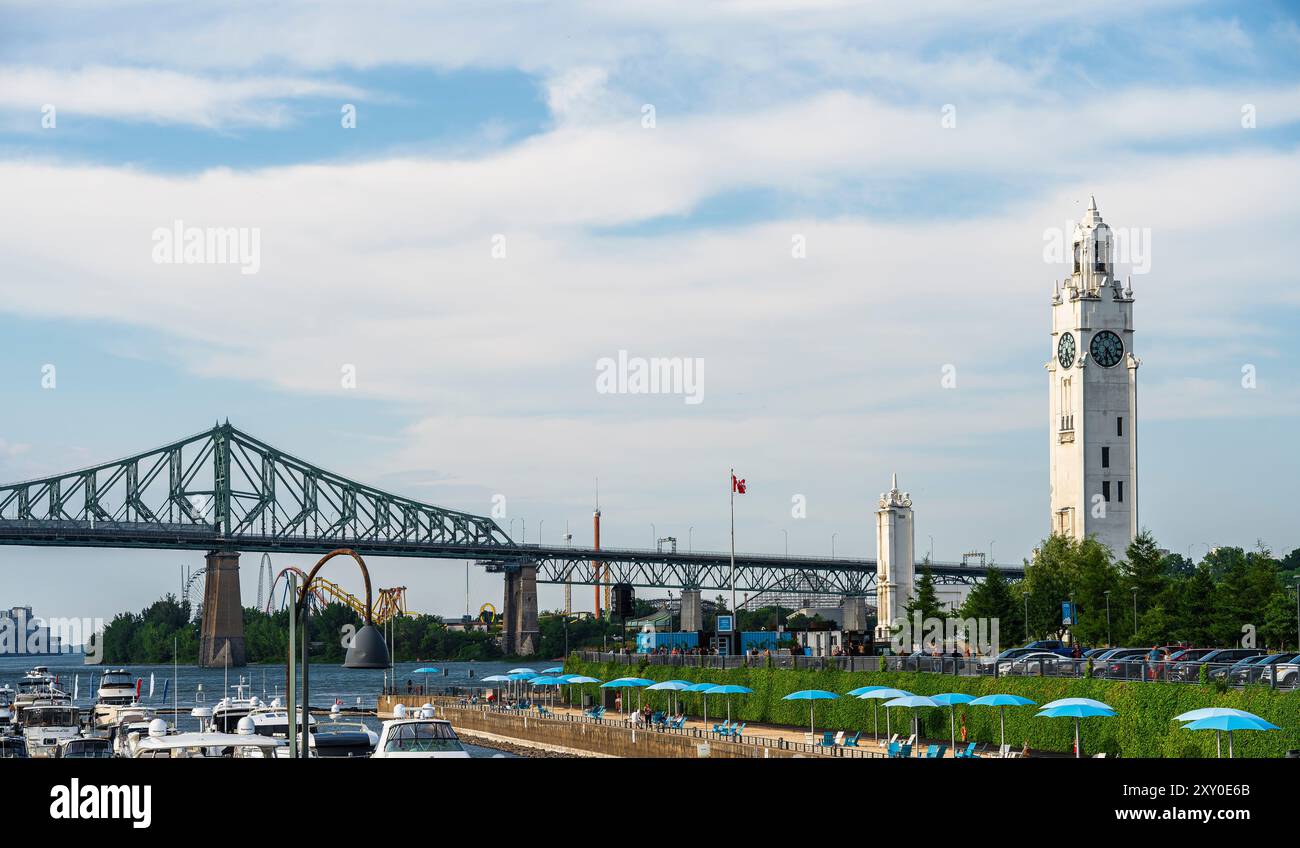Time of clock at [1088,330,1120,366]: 6:24
